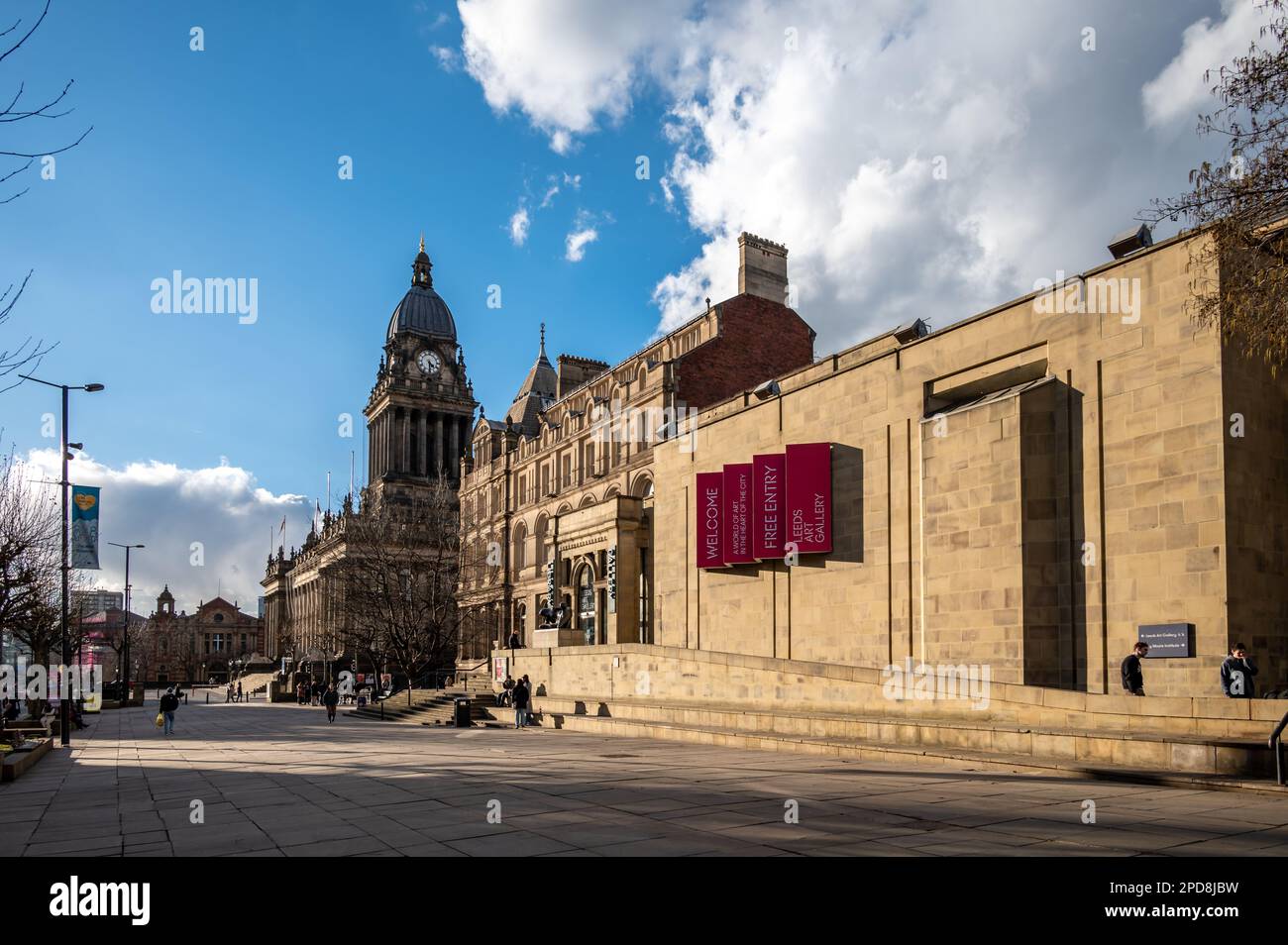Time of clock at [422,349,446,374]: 4:29
